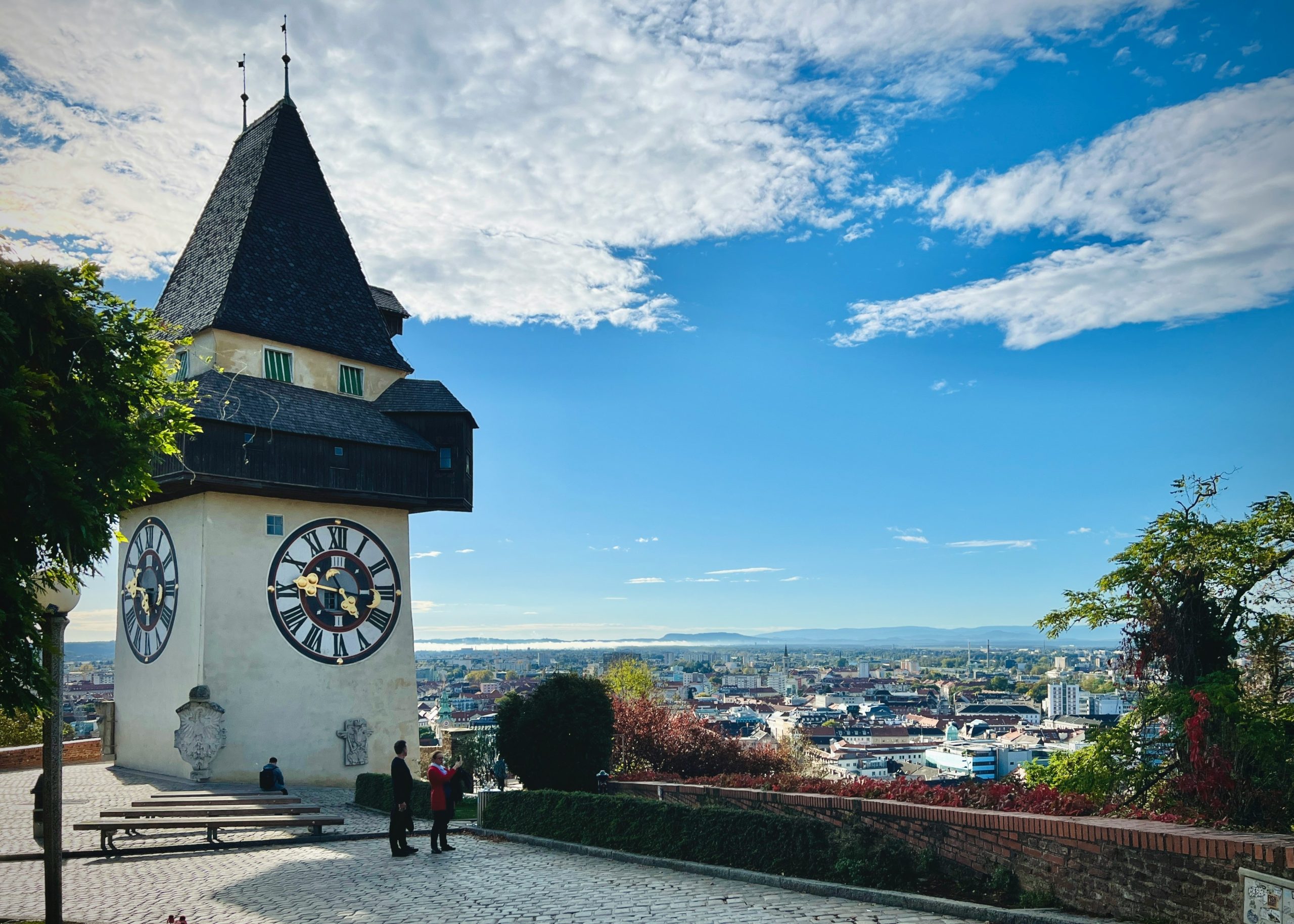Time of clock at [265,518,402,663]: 4:46
